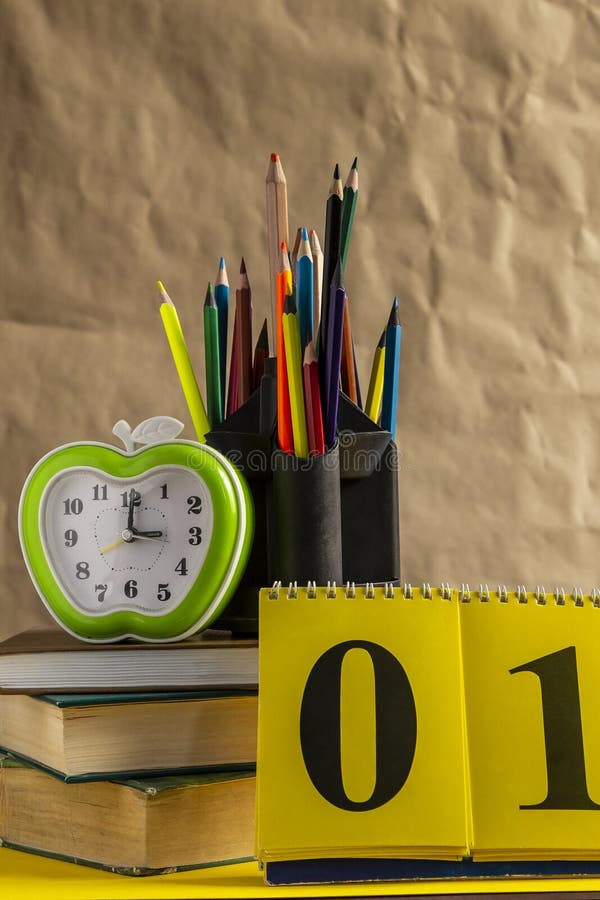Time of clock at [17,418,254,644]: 3:00
